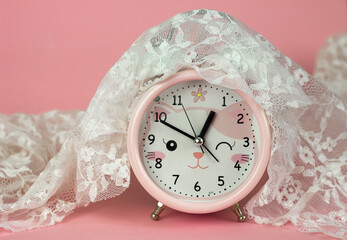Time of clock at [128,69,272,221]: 12:49
